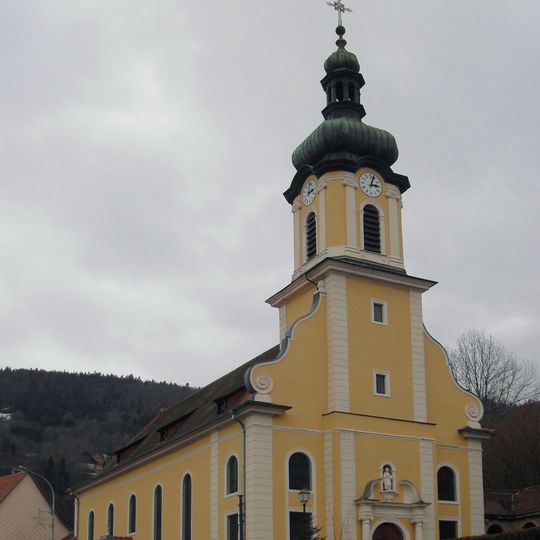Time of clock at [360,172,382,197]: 3:03
